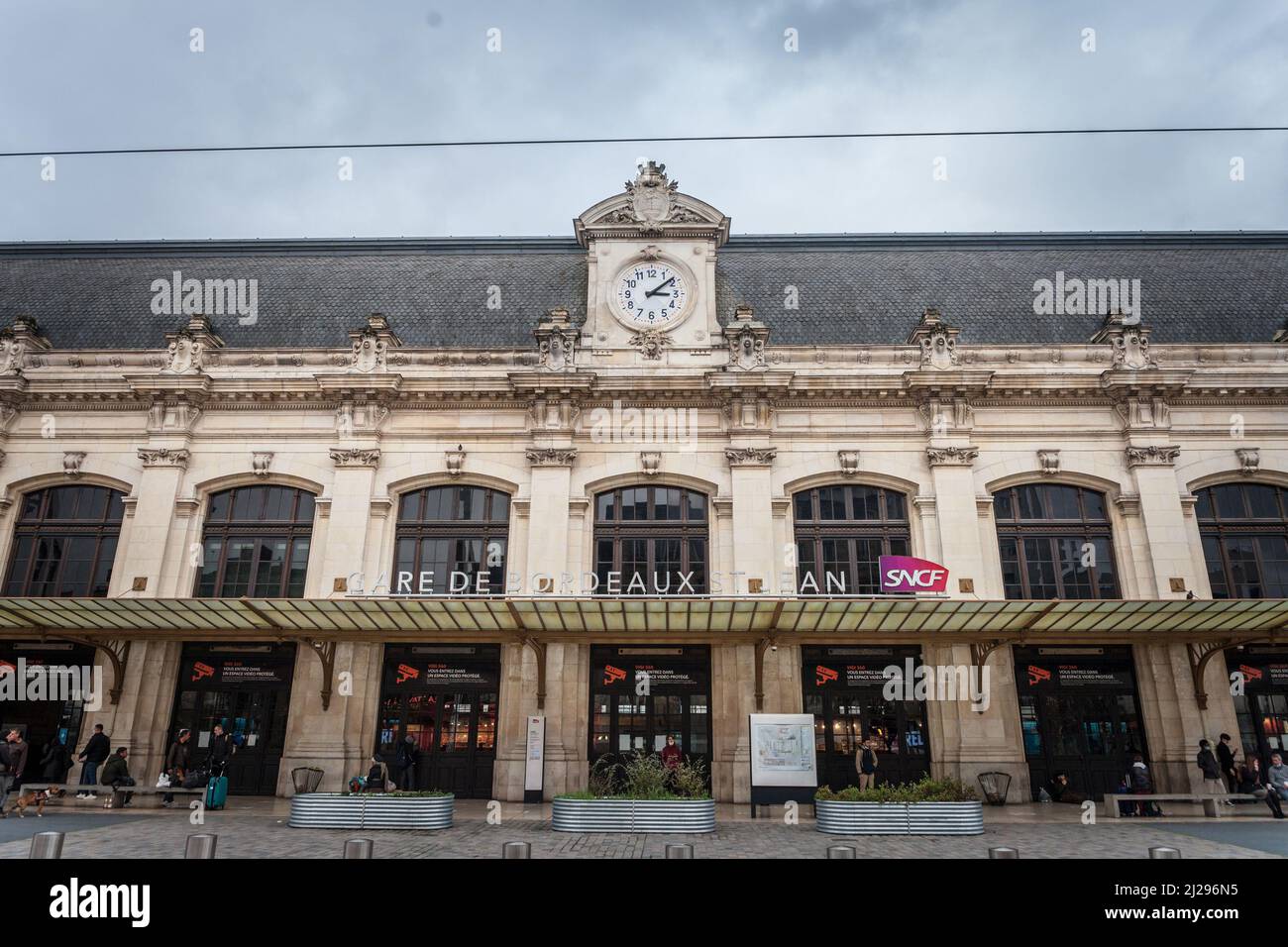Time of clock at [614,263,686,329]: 3:08
